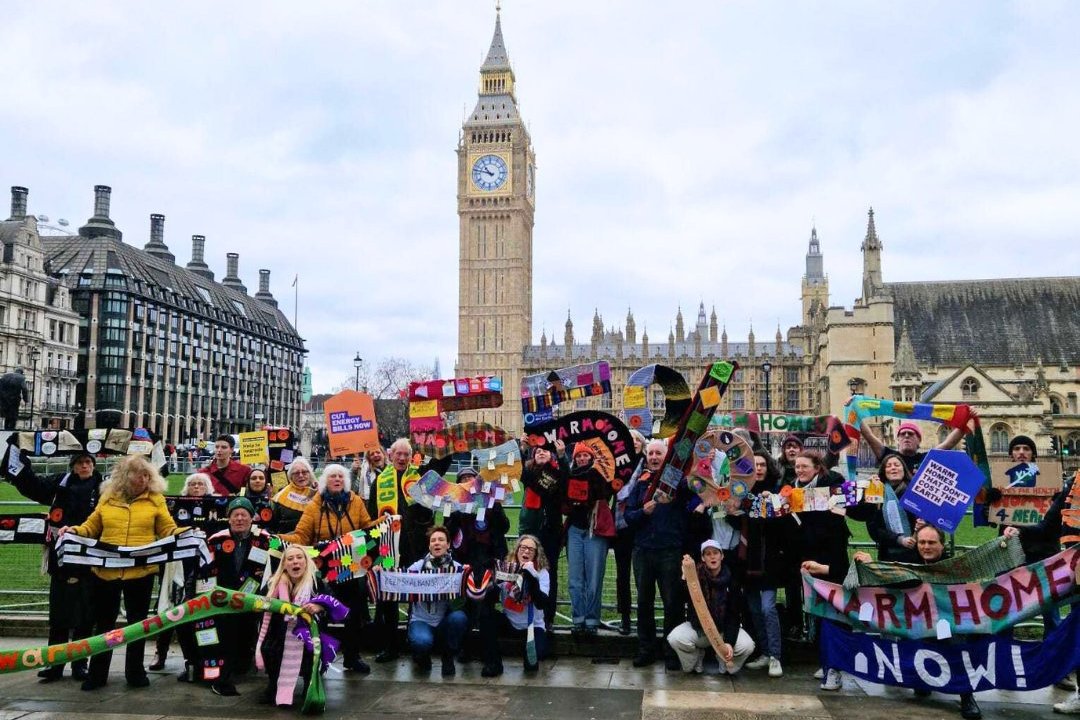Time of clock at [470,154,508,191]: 10:47
